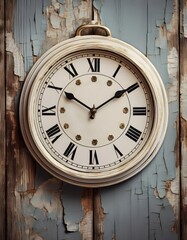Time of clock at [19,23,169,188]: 1:50
